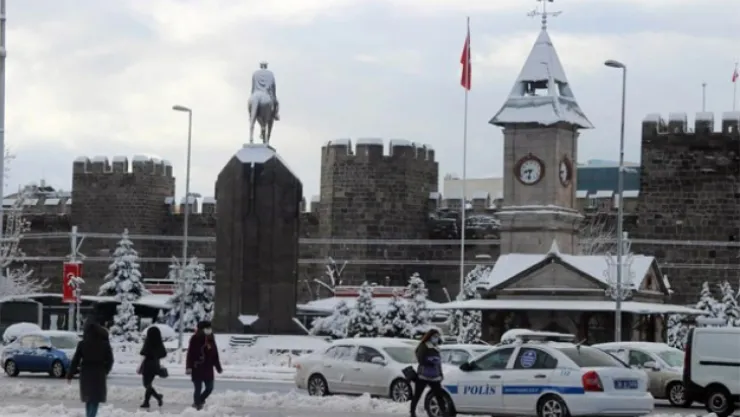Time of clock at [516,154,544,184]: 8:32
